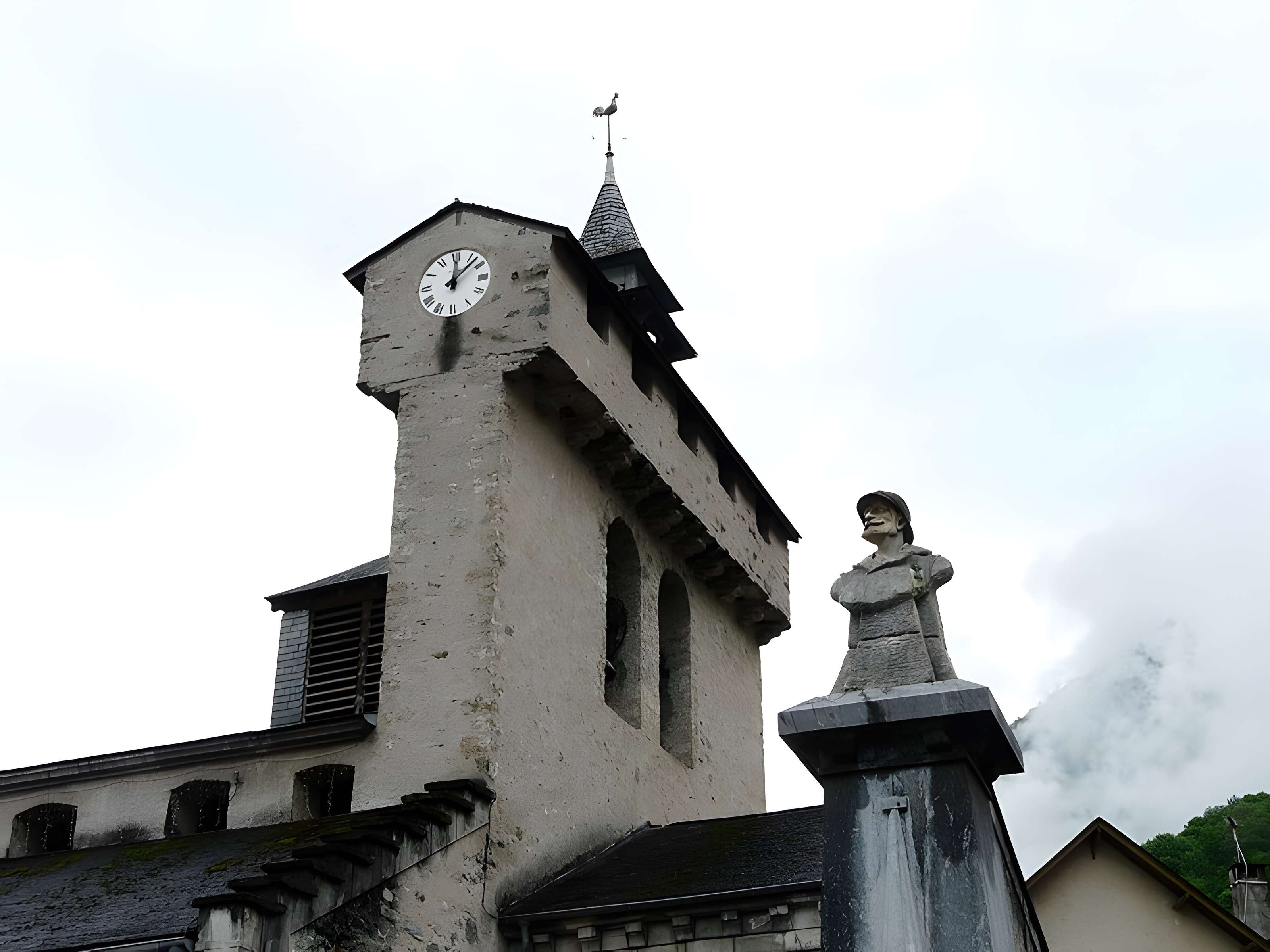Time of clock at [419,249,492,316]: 12:07
